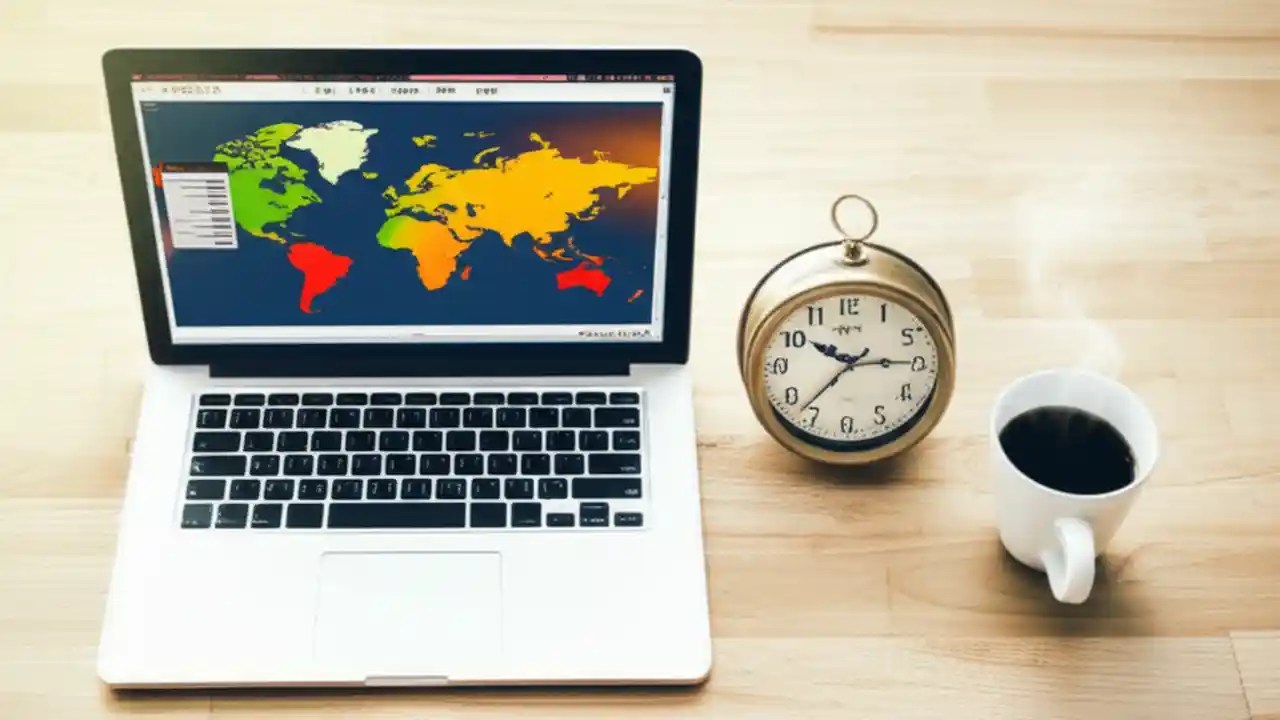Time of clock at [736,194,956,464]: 10:14
